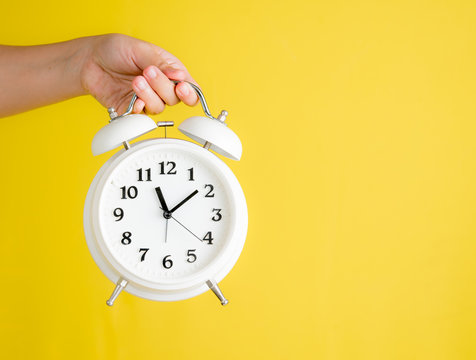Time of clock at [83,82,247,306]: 11:08
